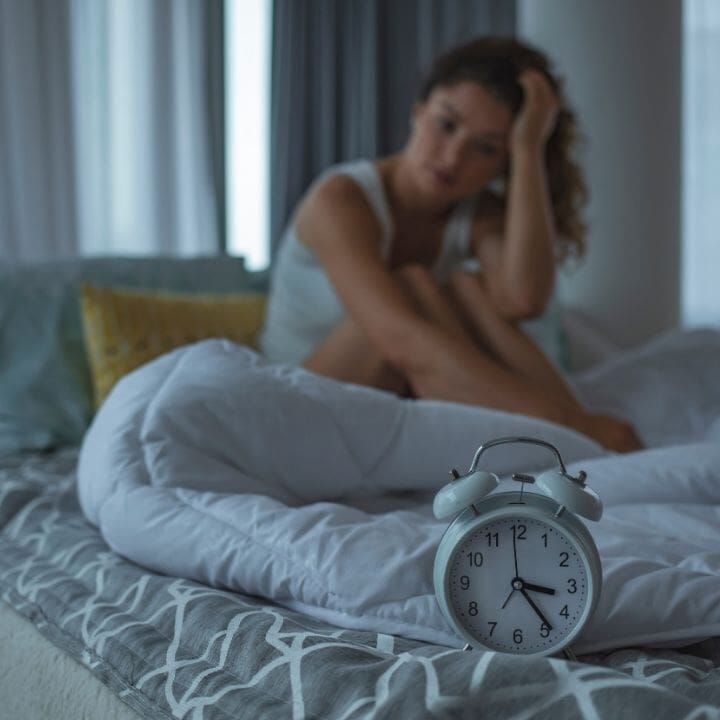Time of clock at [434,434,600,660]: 3:23
